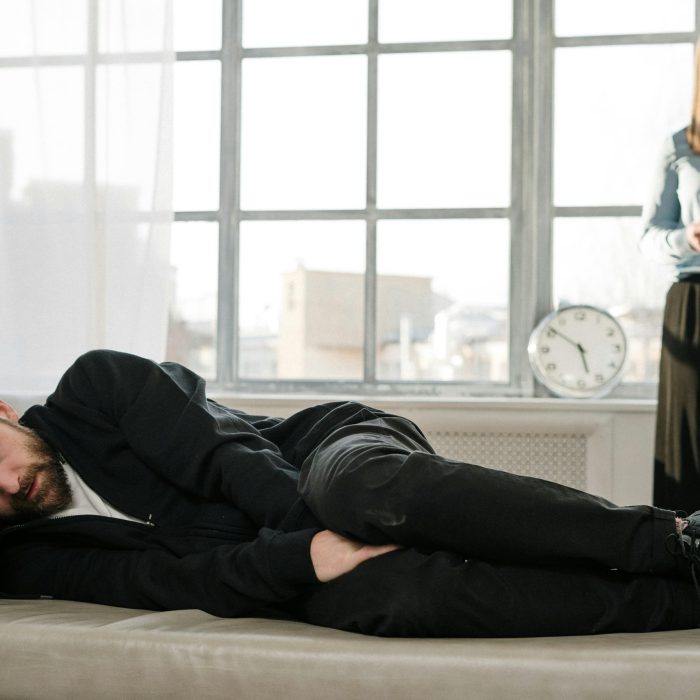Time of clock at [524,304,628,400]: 5:51
